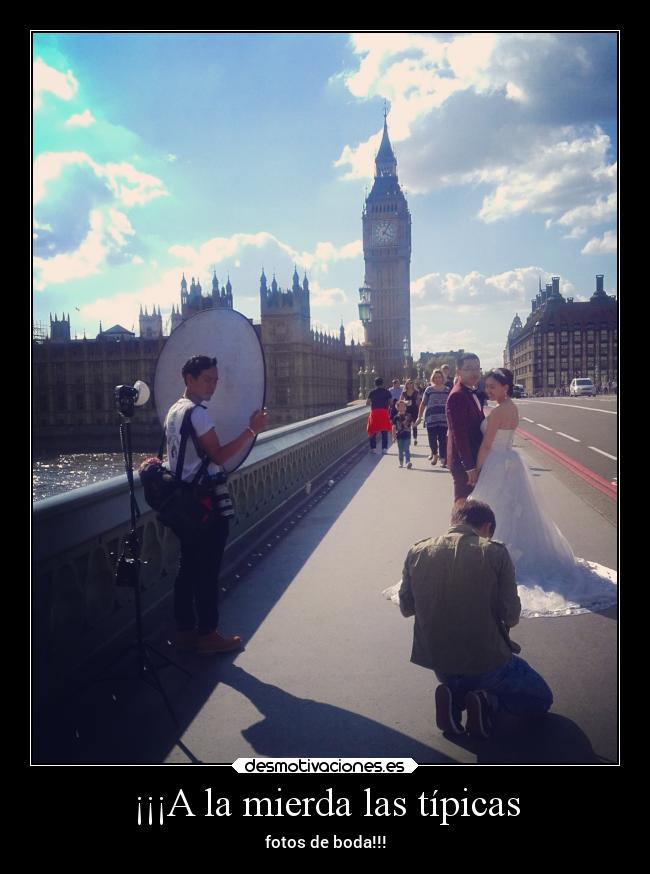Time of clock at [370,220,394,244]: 4:04
